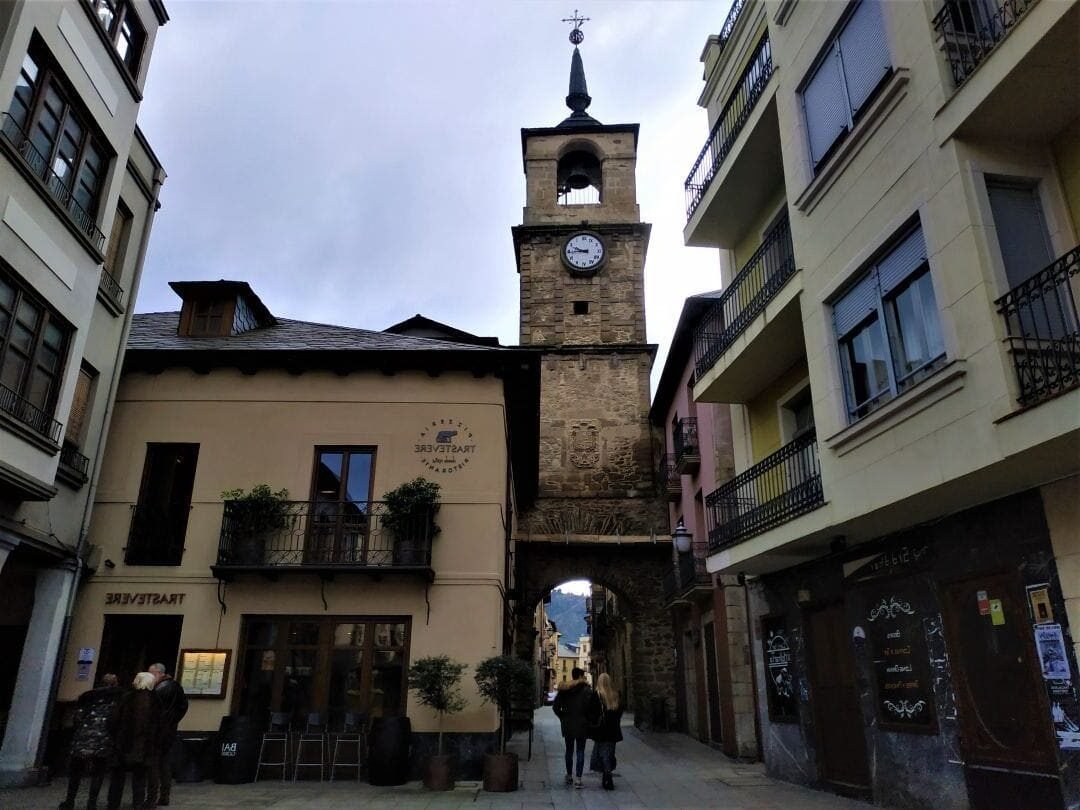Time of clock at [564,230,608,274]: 9:44
